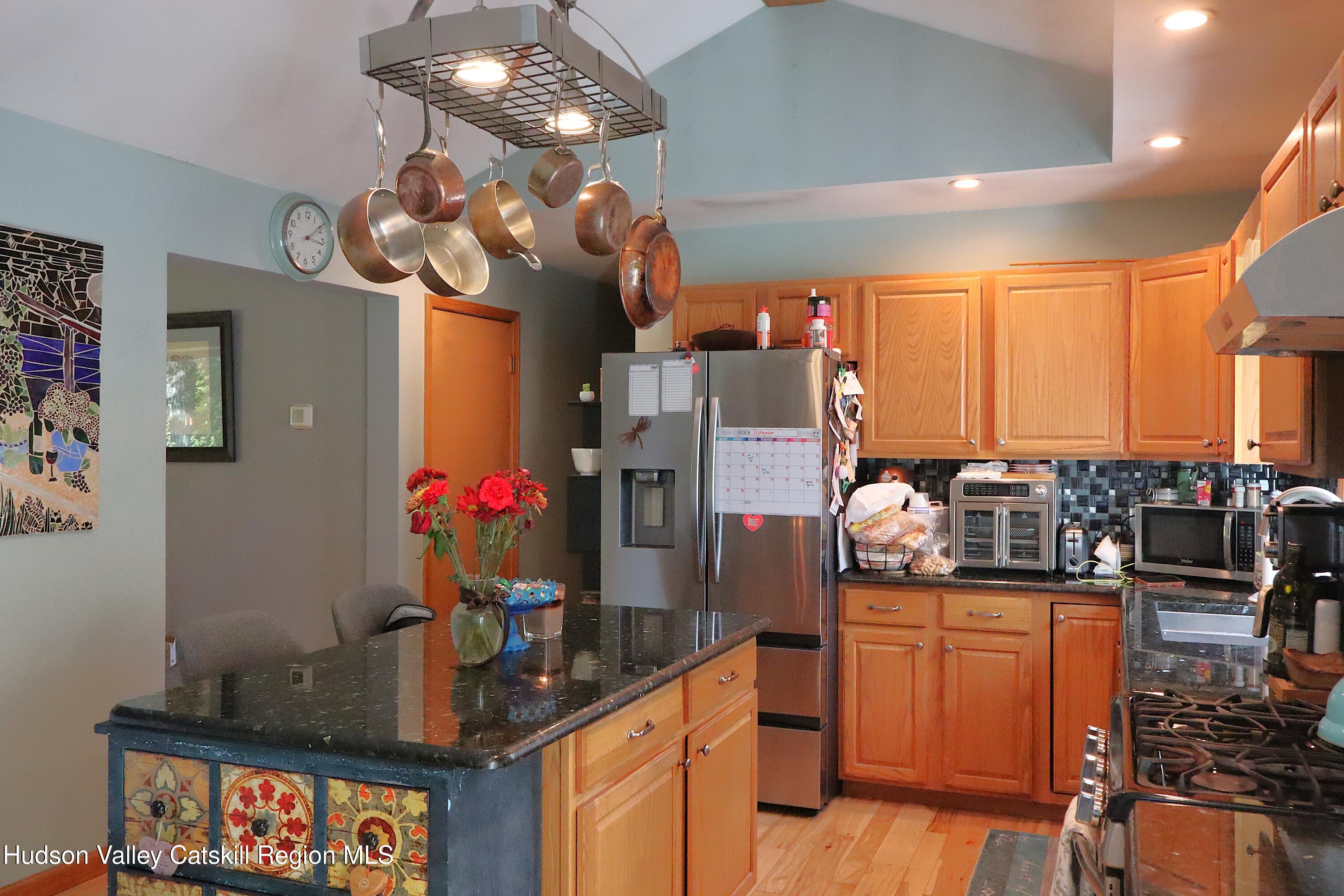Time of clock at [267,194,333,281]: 3:08
